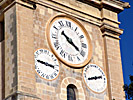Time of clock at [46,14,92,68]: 10:20
